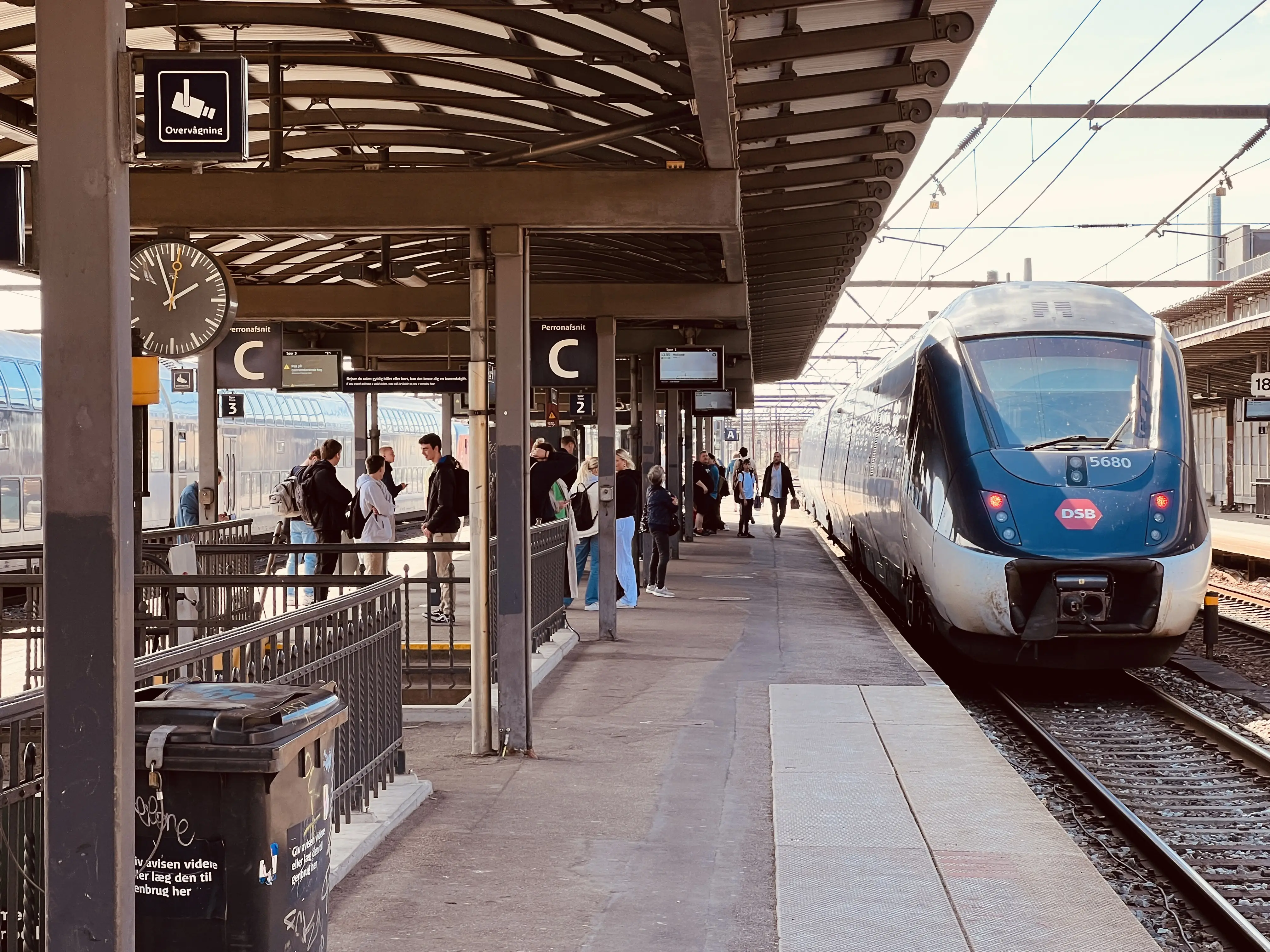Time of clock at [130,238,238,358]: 1:56
